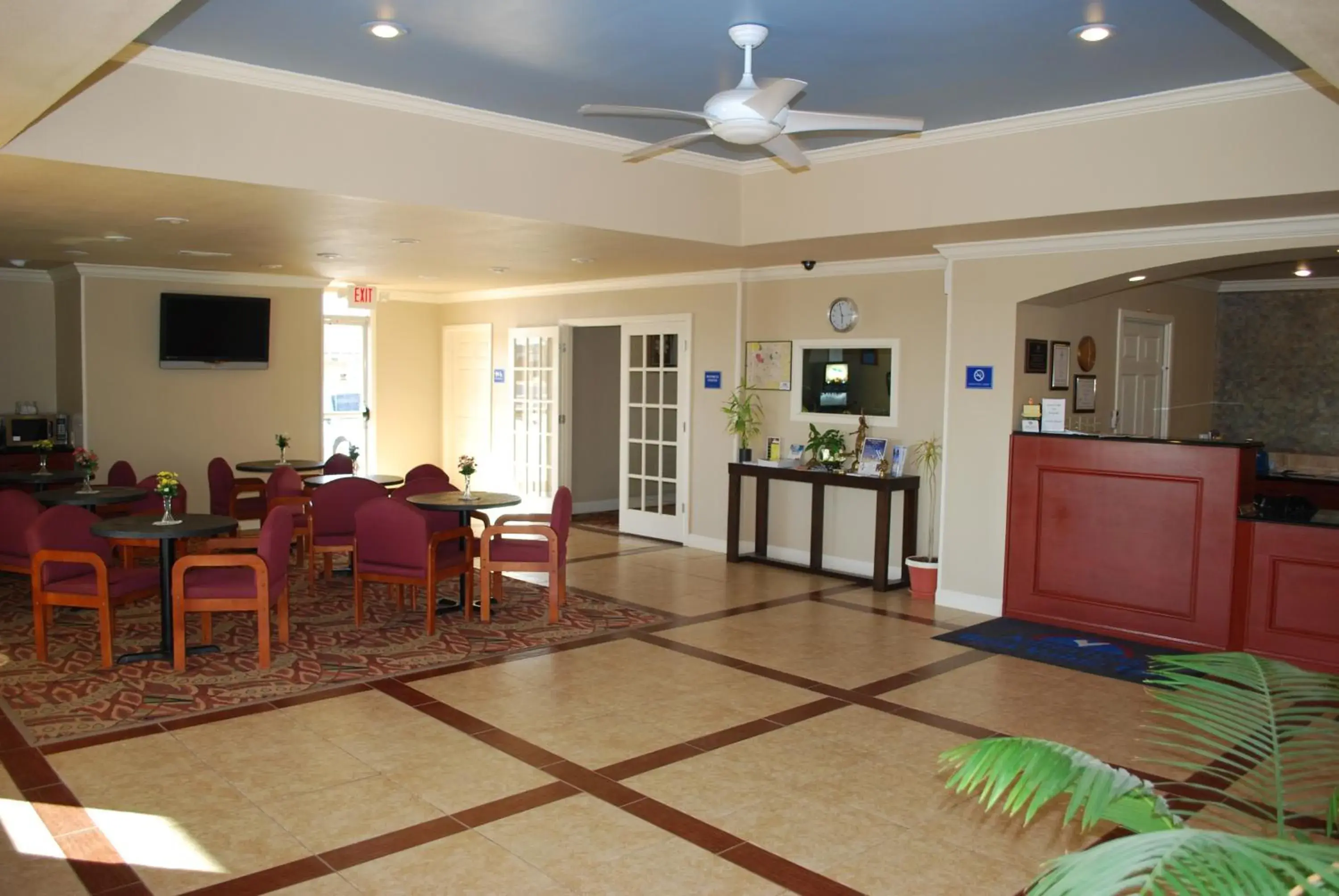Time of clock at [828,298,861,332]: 5:57
